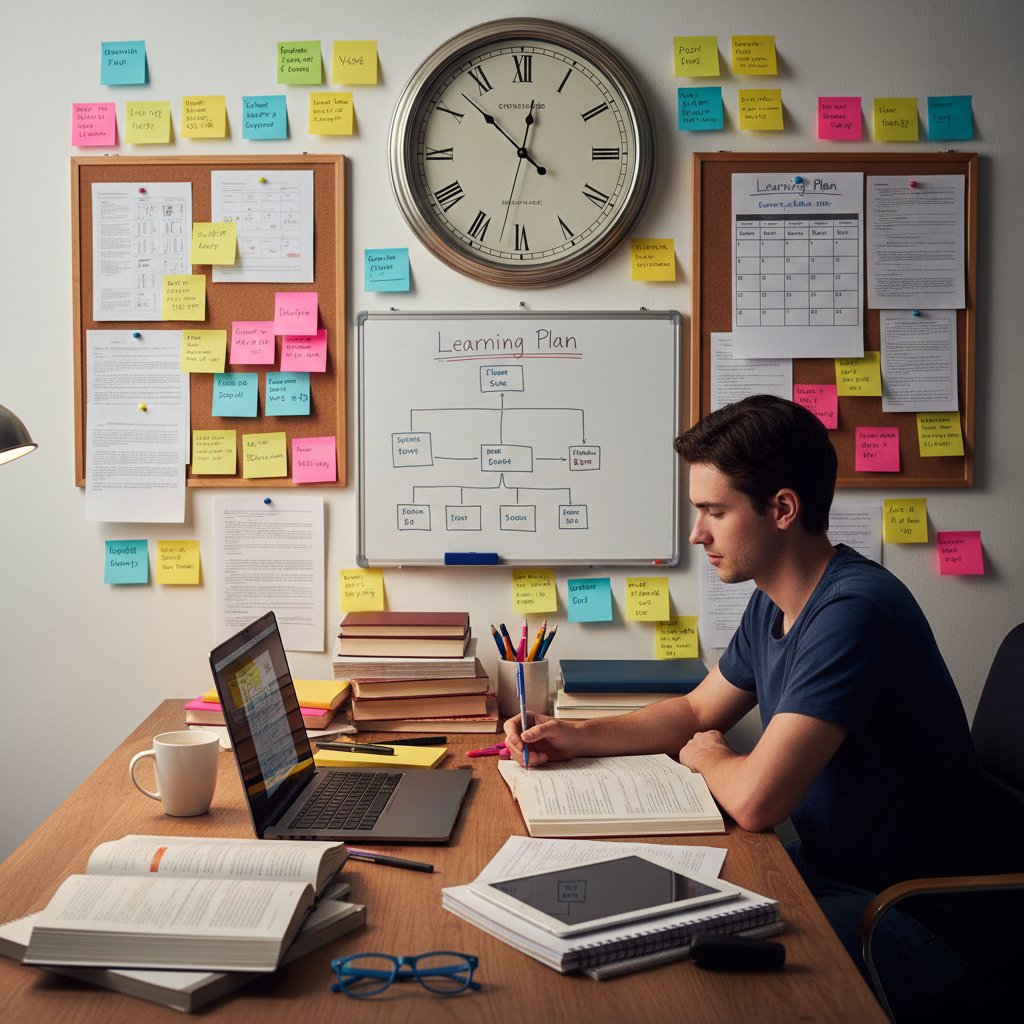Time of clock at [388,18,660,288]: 12:52
